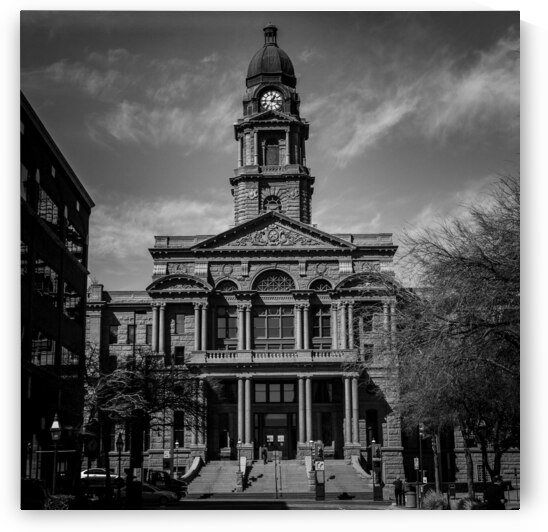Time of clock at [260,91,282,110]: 1:16
